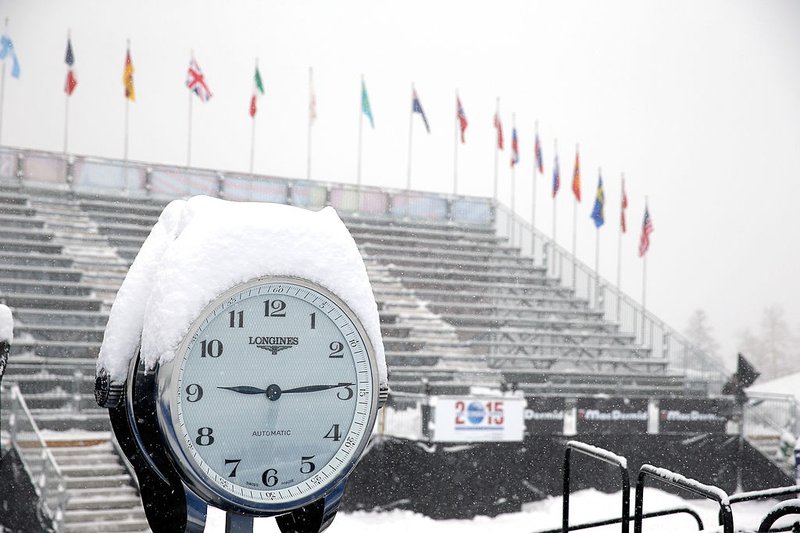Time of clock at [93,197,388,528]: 9:14
